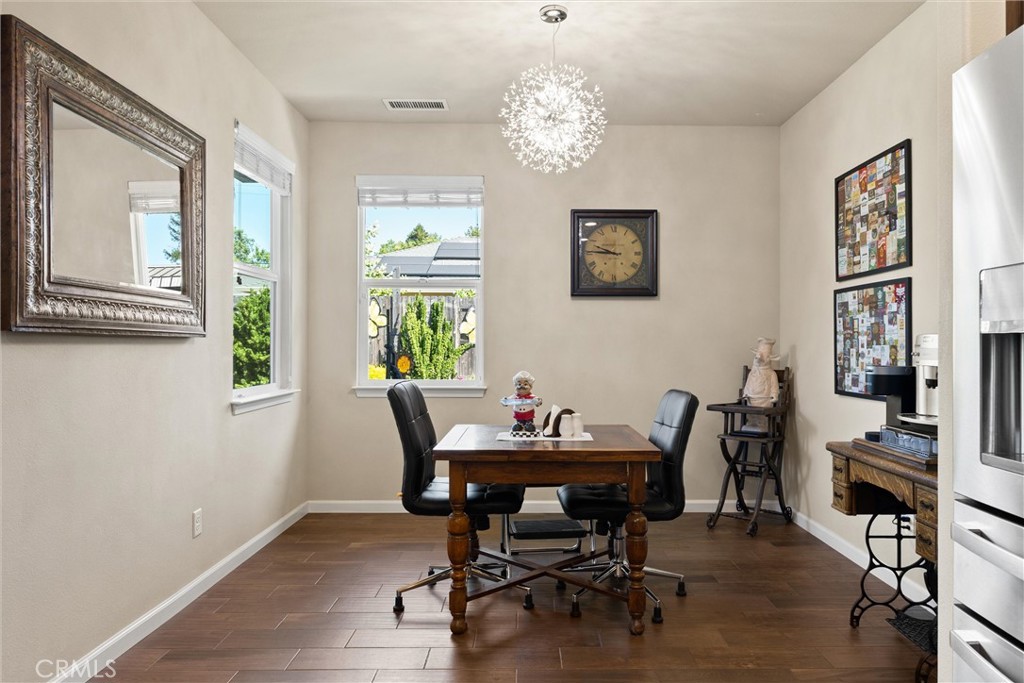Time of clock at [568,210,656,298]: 9:45
